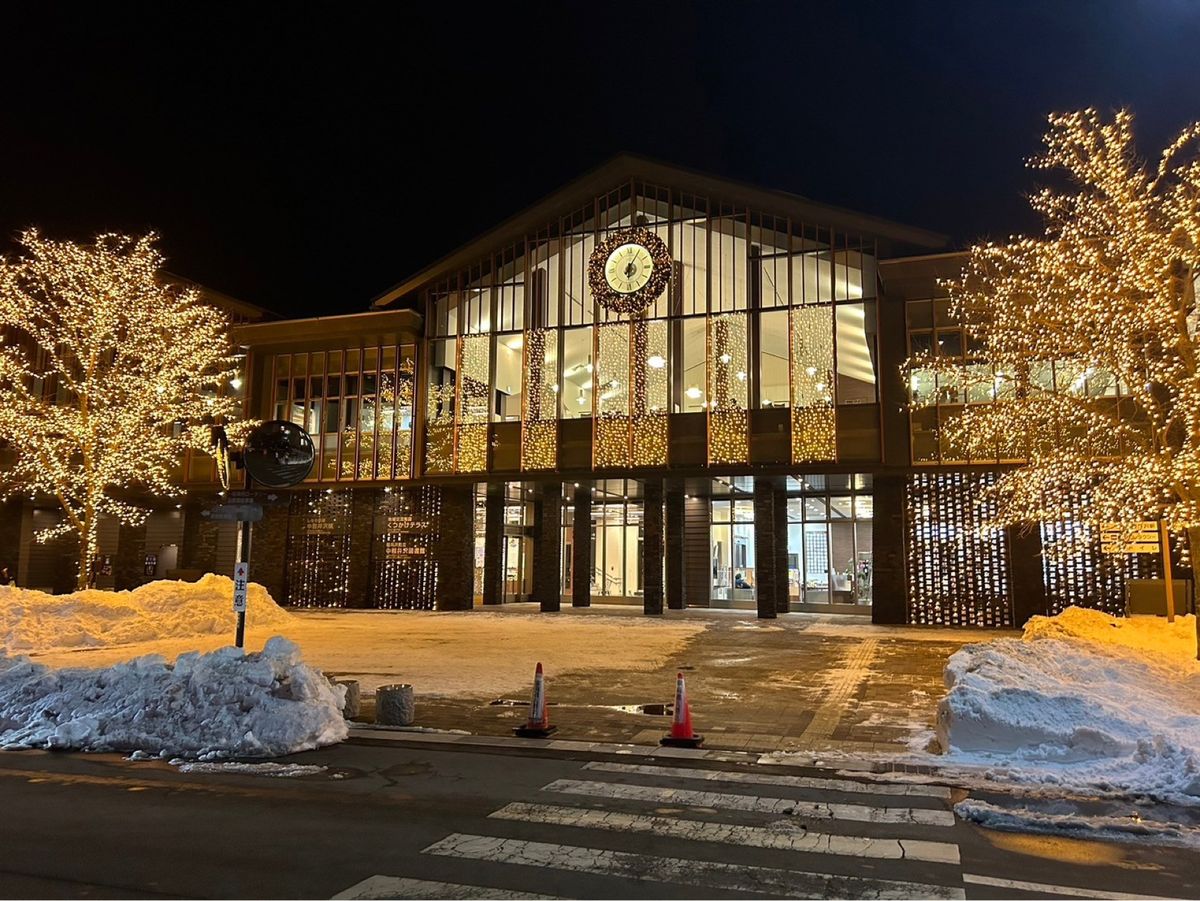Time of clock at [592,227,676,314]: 6:05
